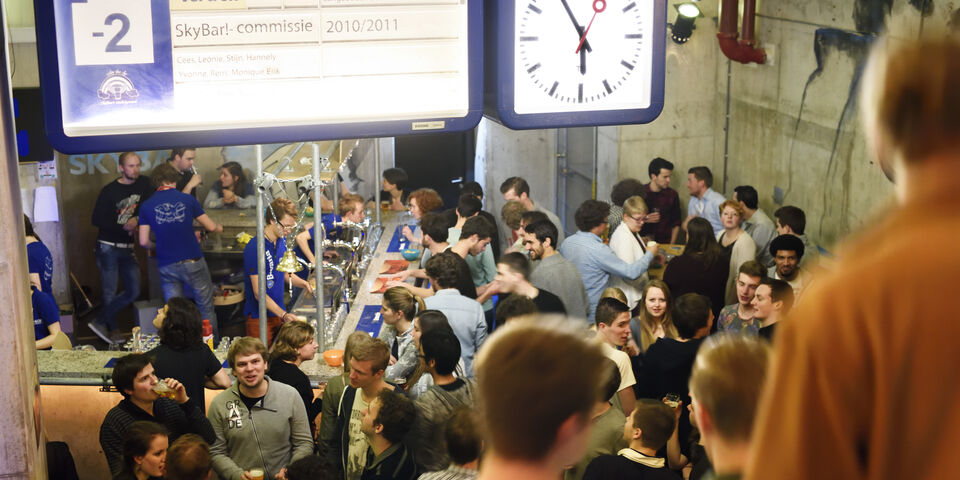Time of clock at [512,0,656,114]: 5:54
